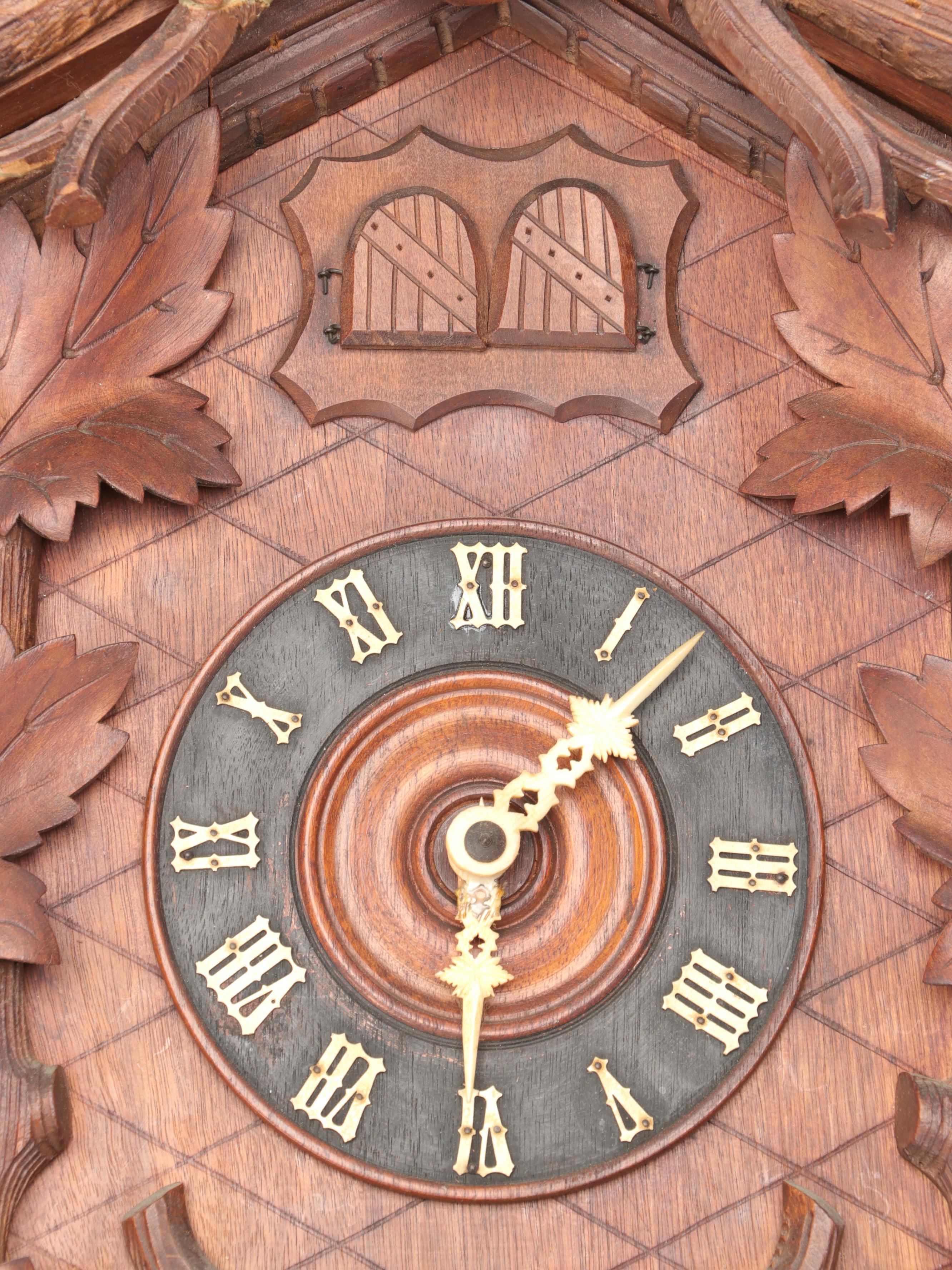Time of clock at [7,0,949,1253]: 6:07
